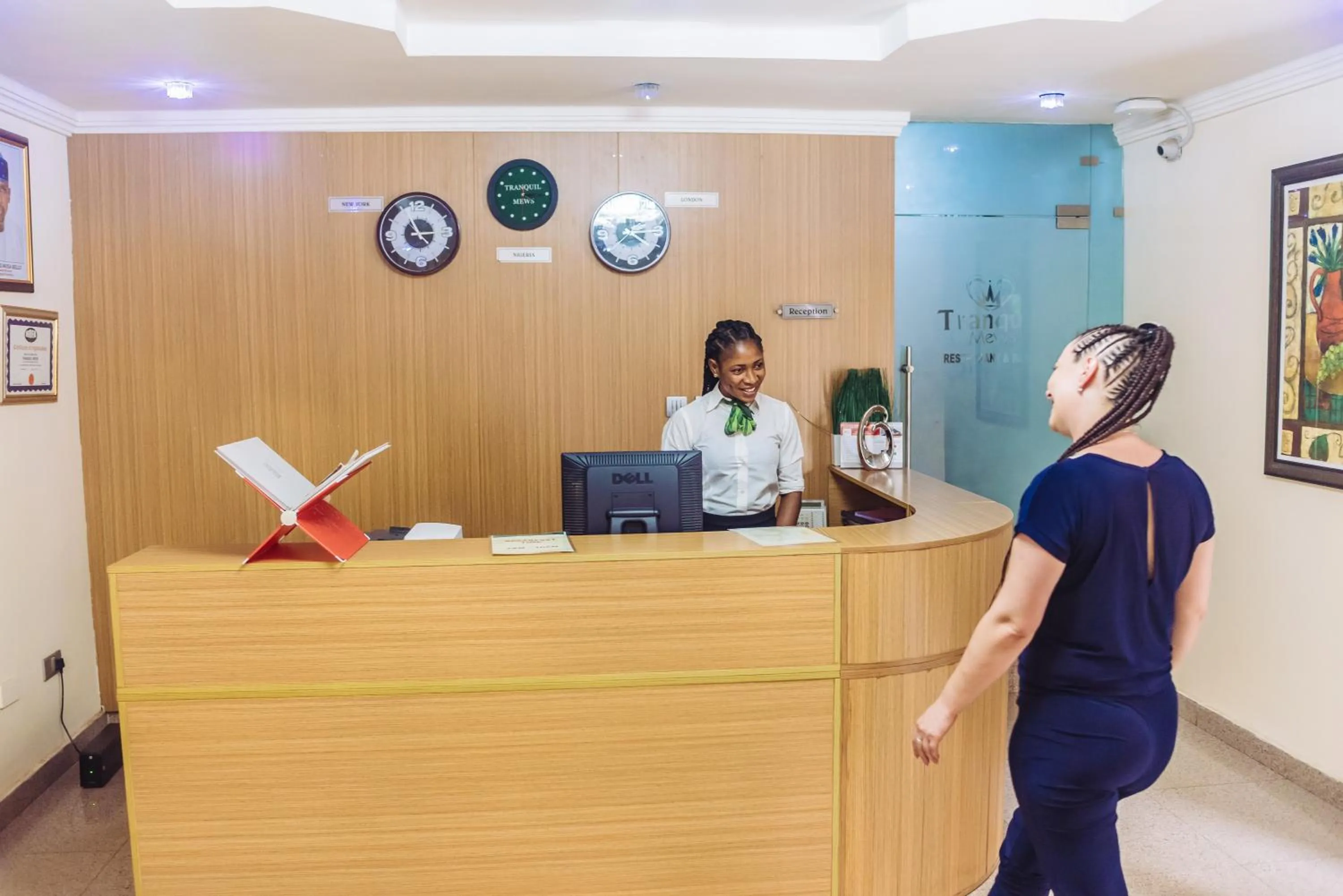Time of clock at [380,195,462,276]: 2:55
